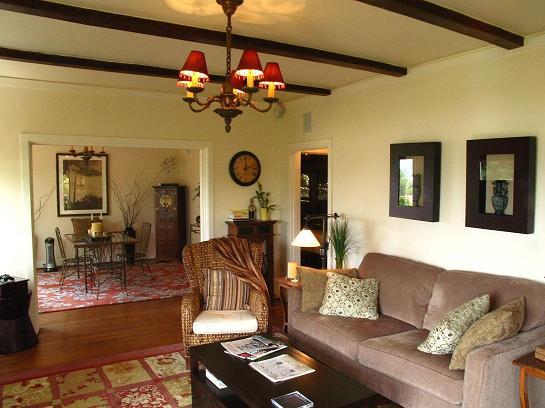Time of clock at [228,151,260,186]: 12:12
